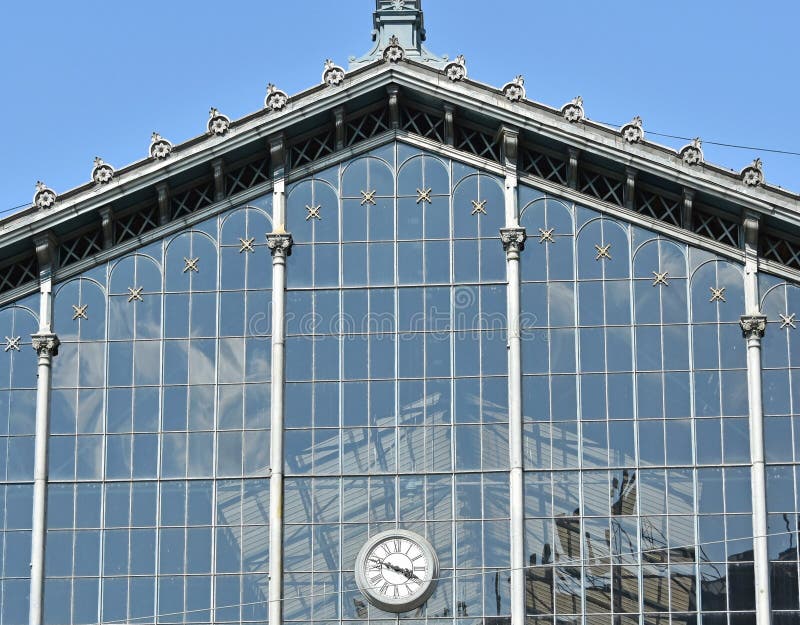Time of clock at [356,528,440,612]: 3:47
